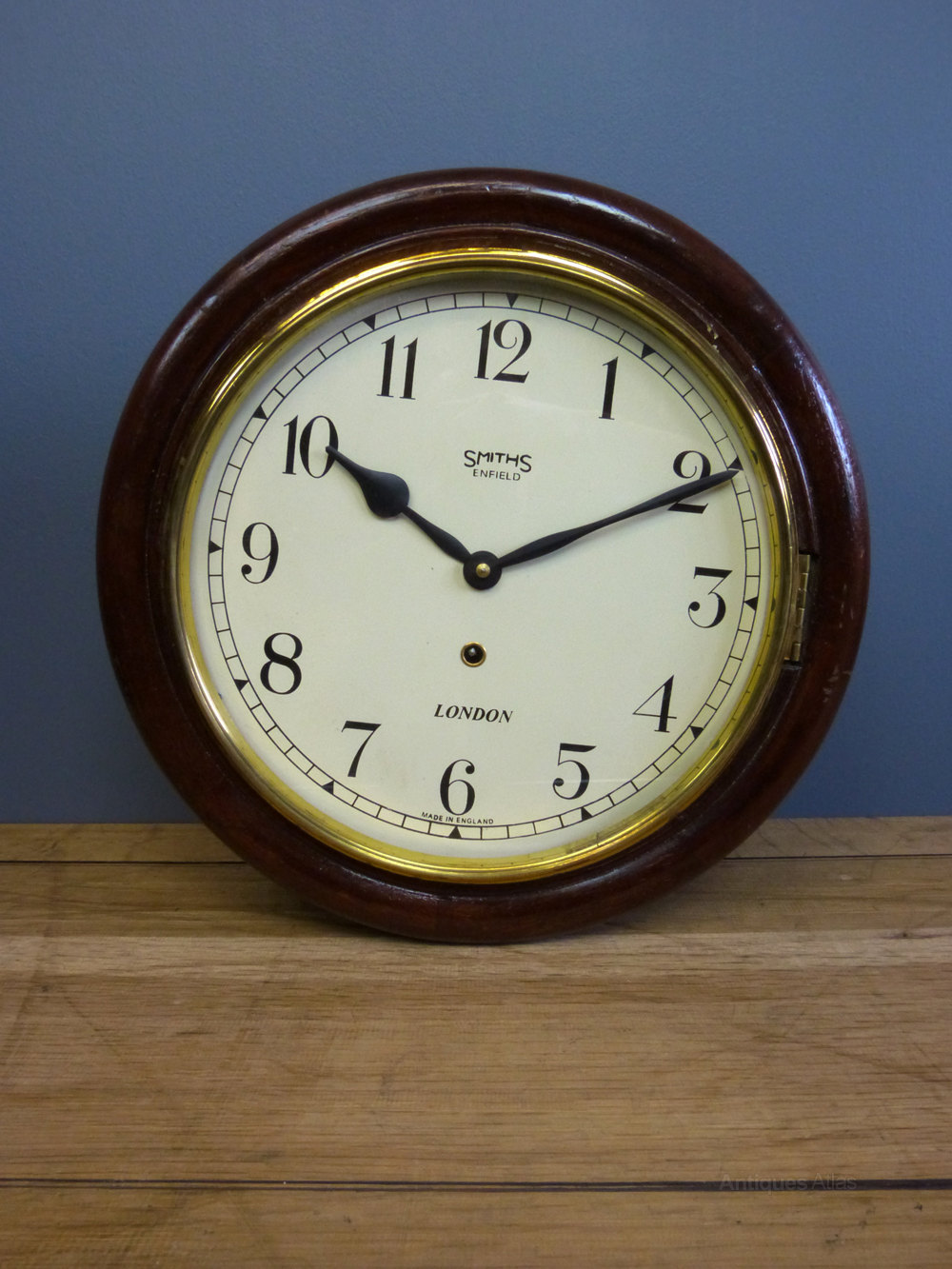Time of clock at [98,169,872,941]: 10:10
